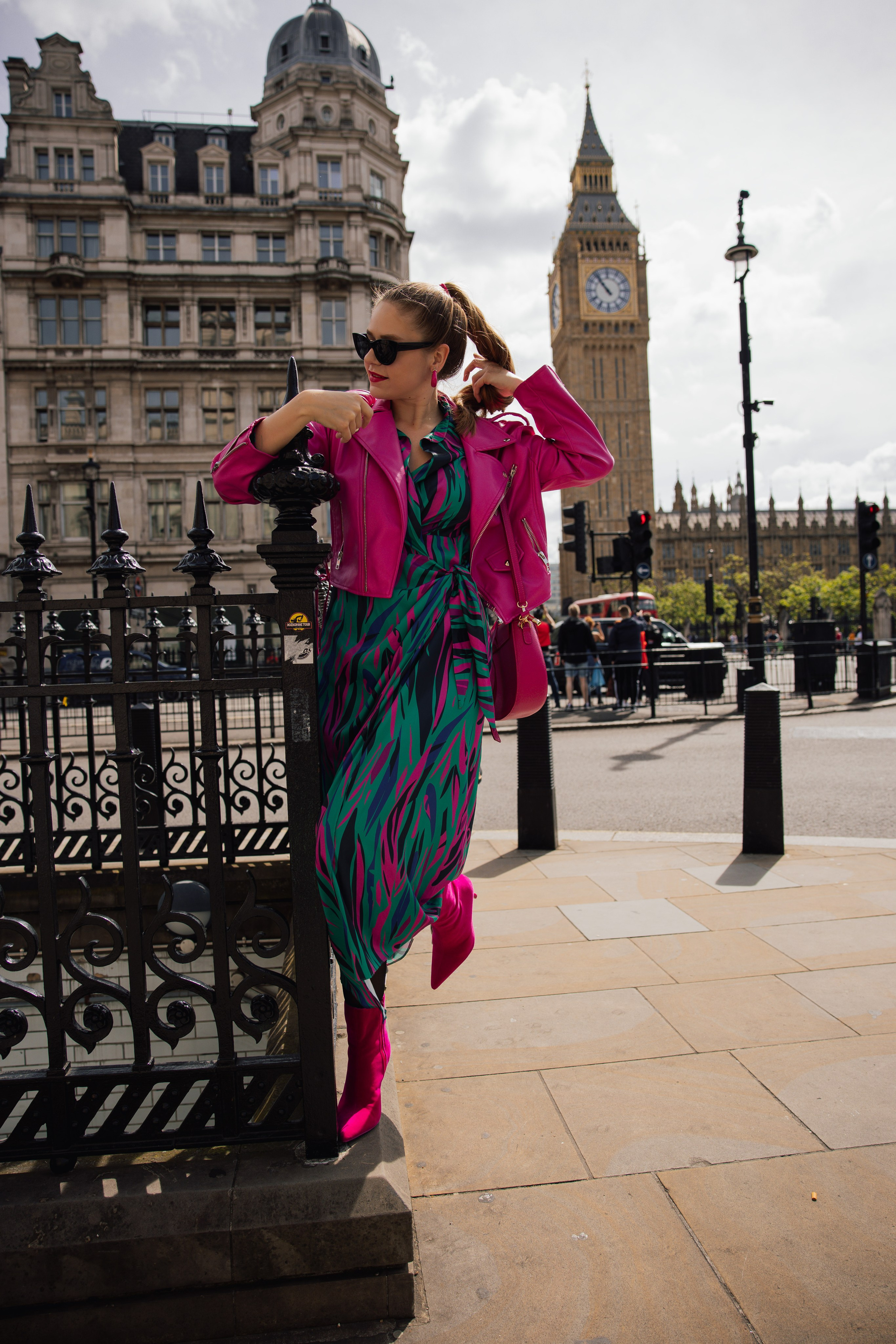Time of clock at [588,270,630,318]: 10:53
